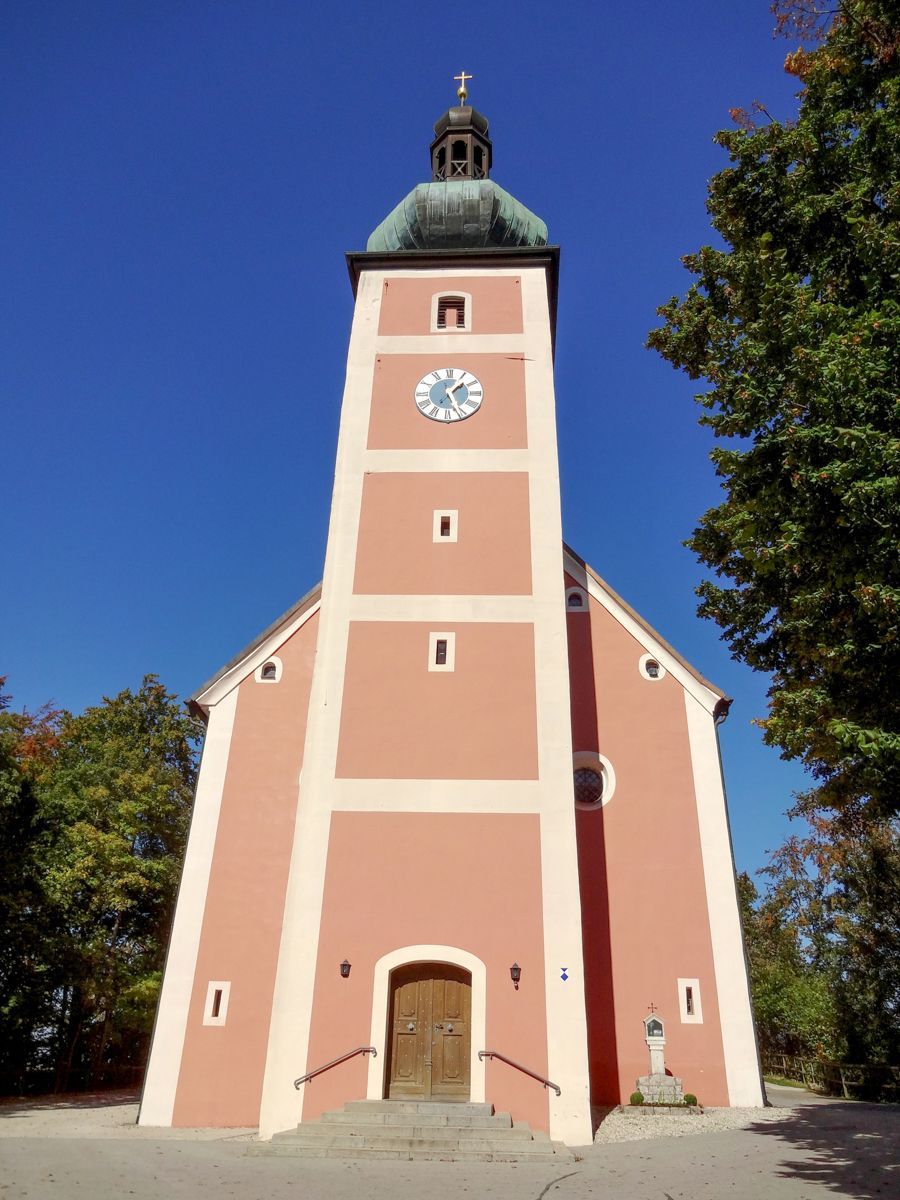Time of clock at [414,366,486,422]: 1:26
